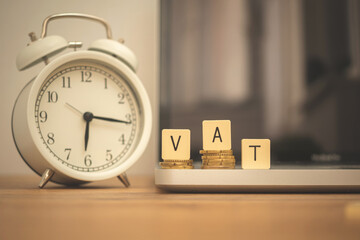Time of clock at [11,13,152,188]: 6:15
